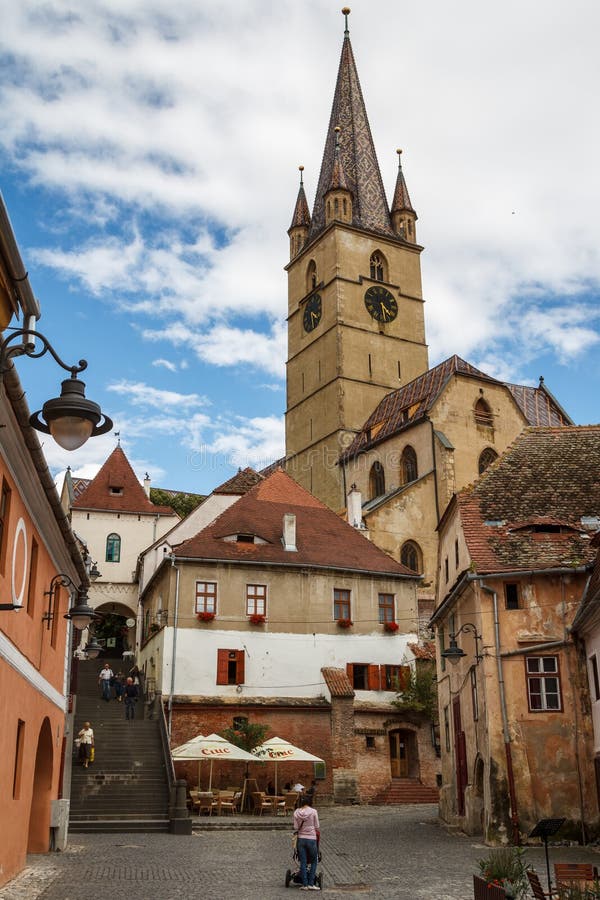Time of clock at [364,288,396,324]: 4:29
